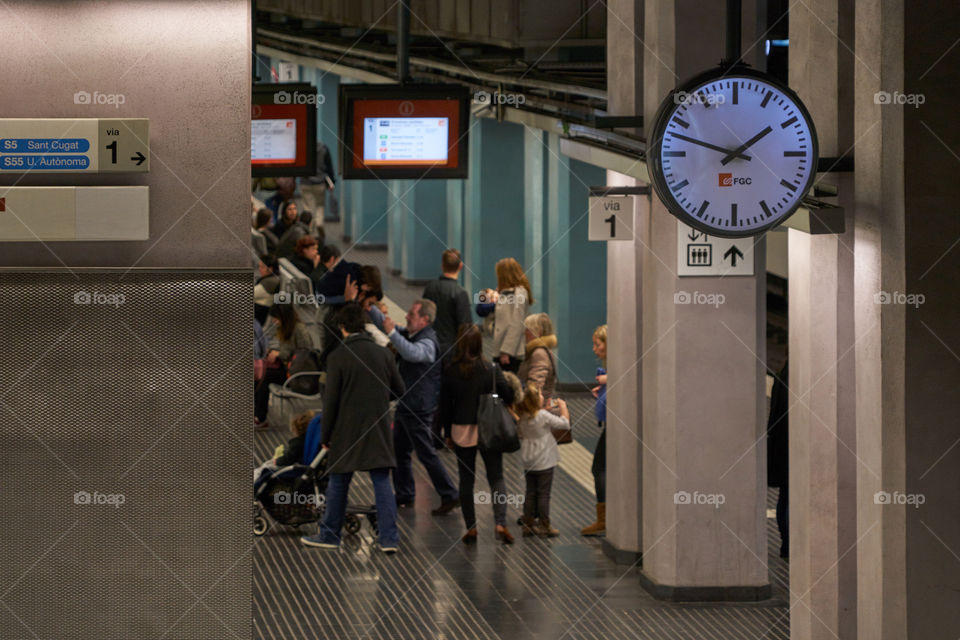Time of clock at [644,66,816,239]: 1:47
